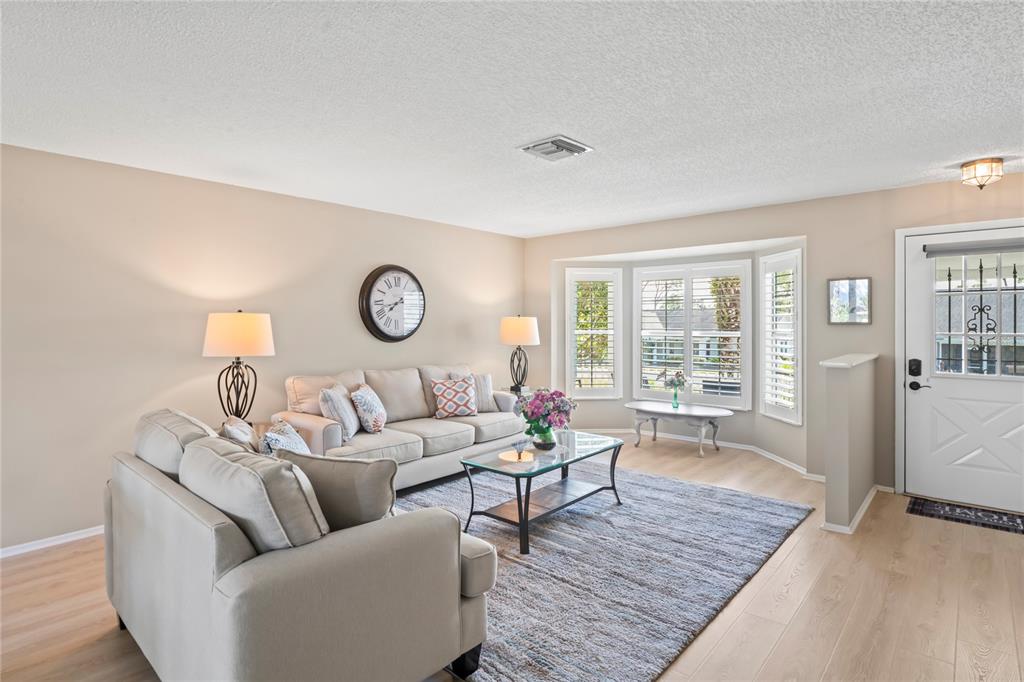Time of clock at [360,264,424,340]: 7:42
